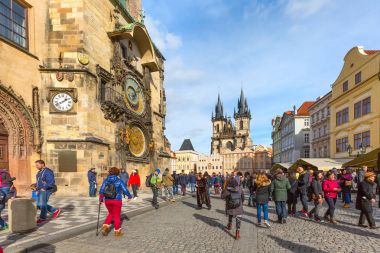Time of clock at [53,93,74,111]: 1:41
